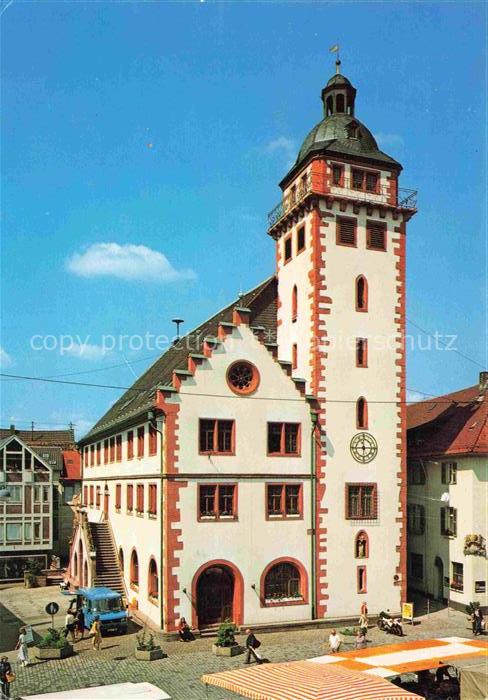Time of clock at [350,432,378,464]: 11:45
